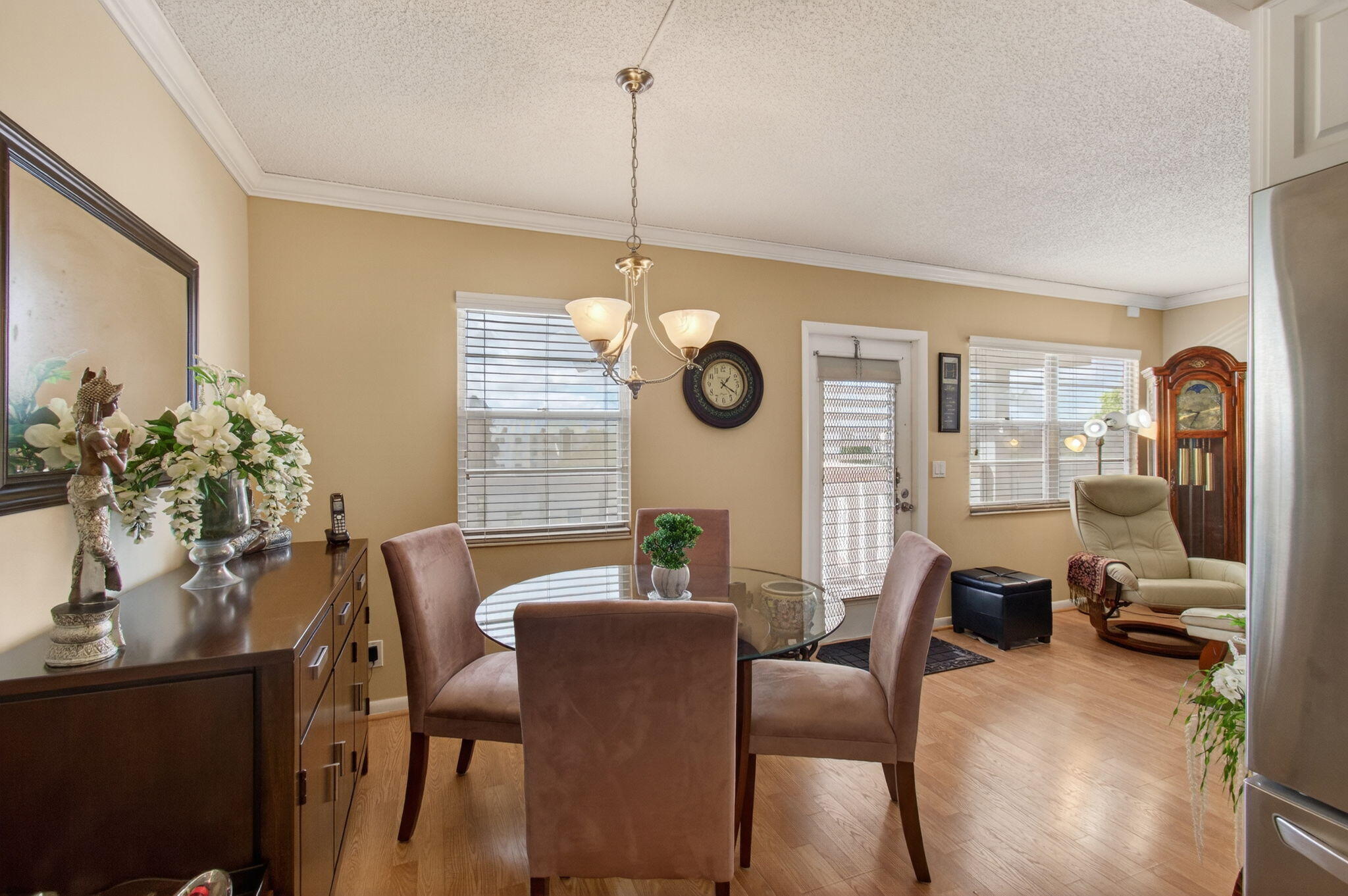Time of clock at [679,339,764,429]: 1:20
